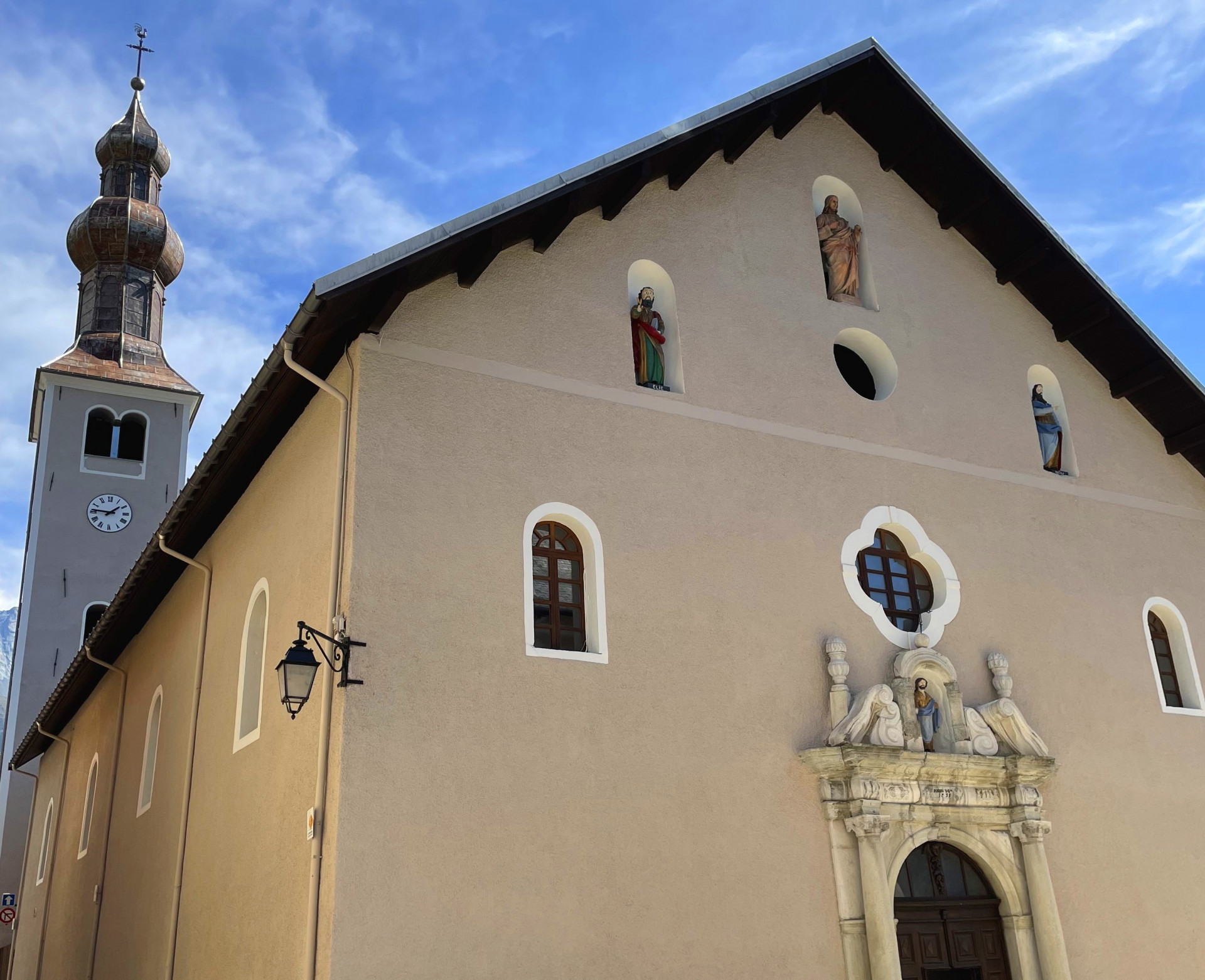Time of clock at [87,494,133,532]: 1:46
